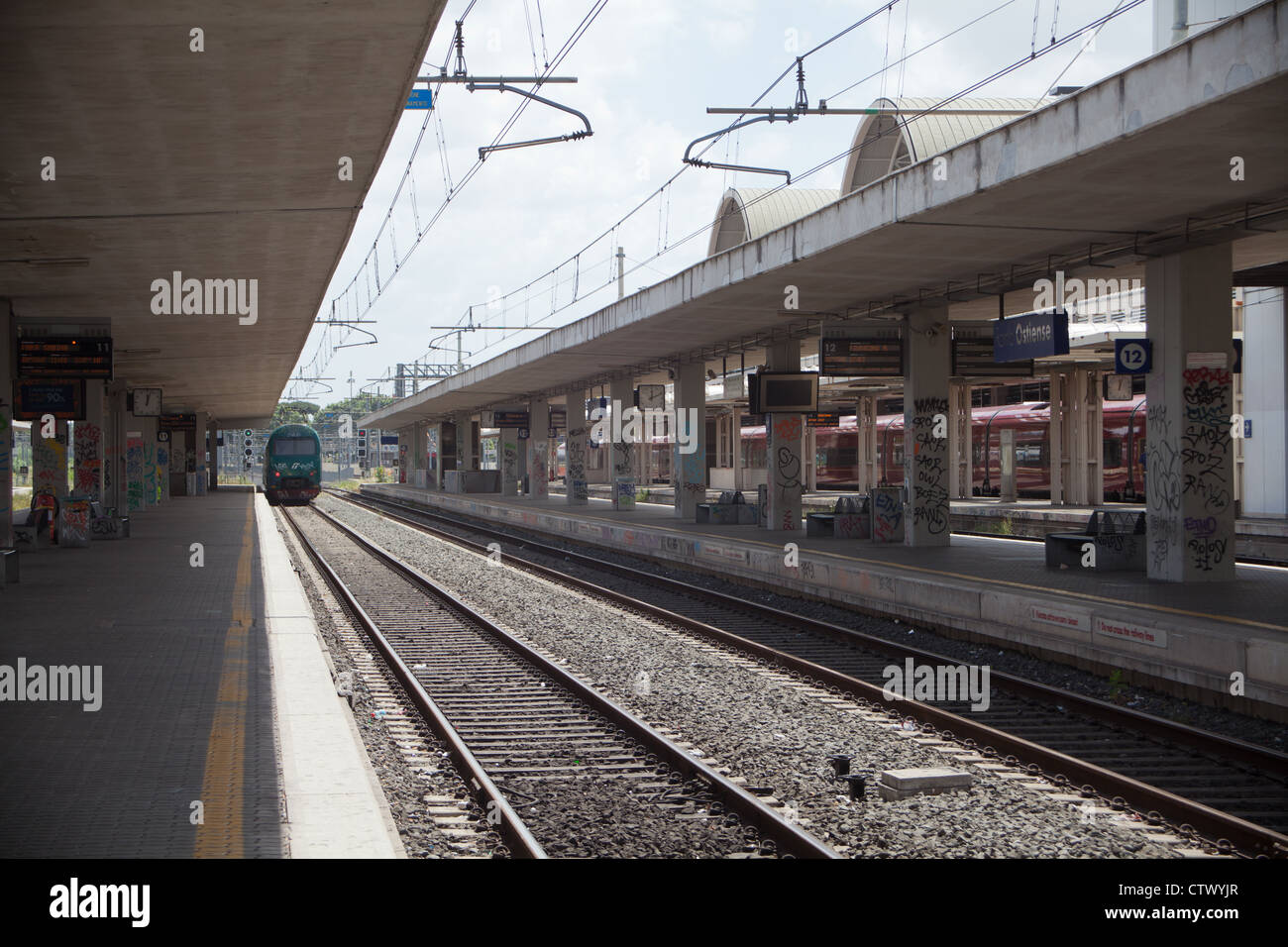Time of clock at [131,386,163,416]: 12:02
